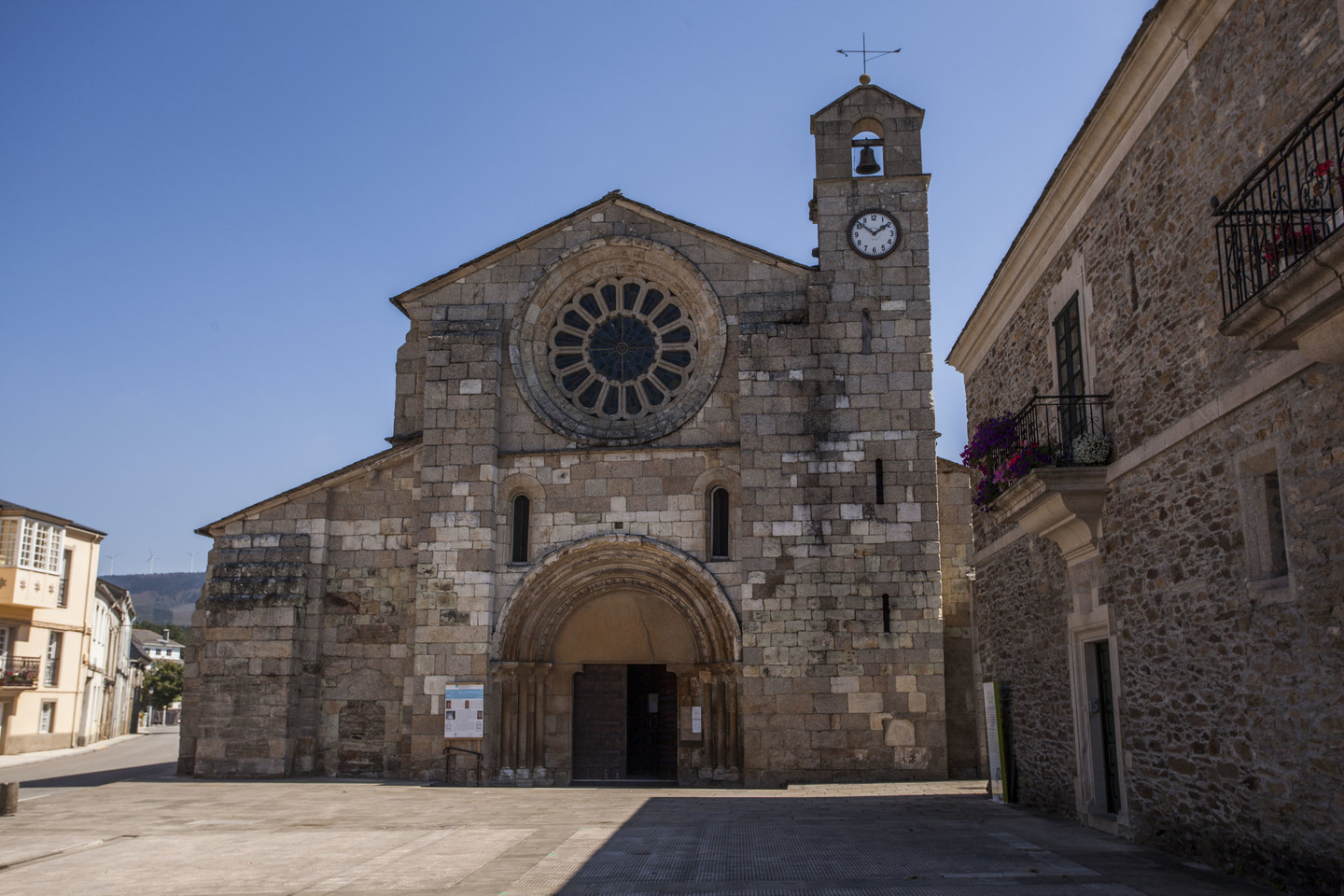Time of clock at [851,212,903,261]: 1:51
